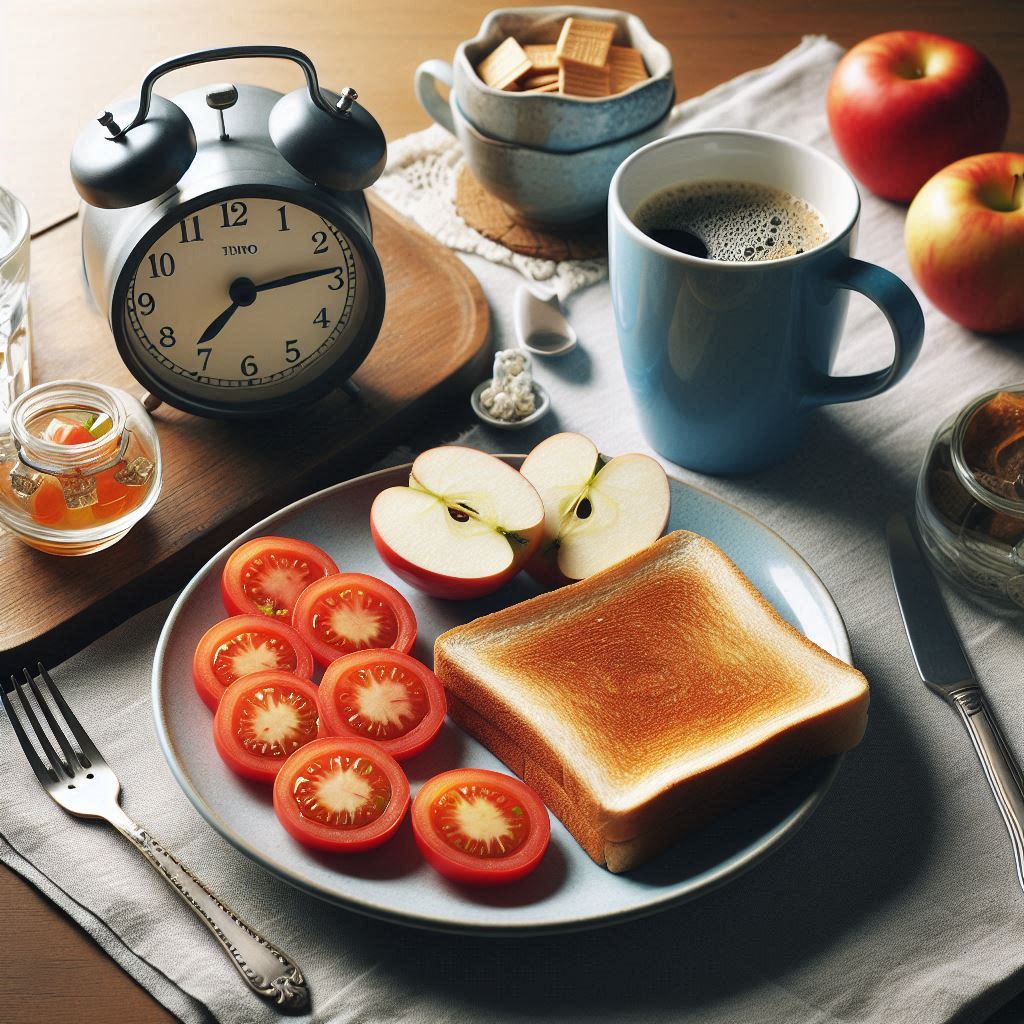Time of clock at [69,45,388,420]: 7:13
